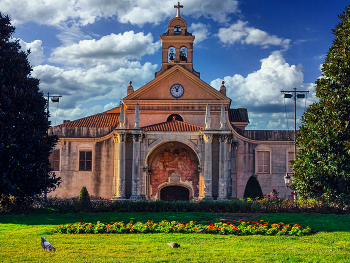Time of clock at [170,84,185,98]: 11:04
